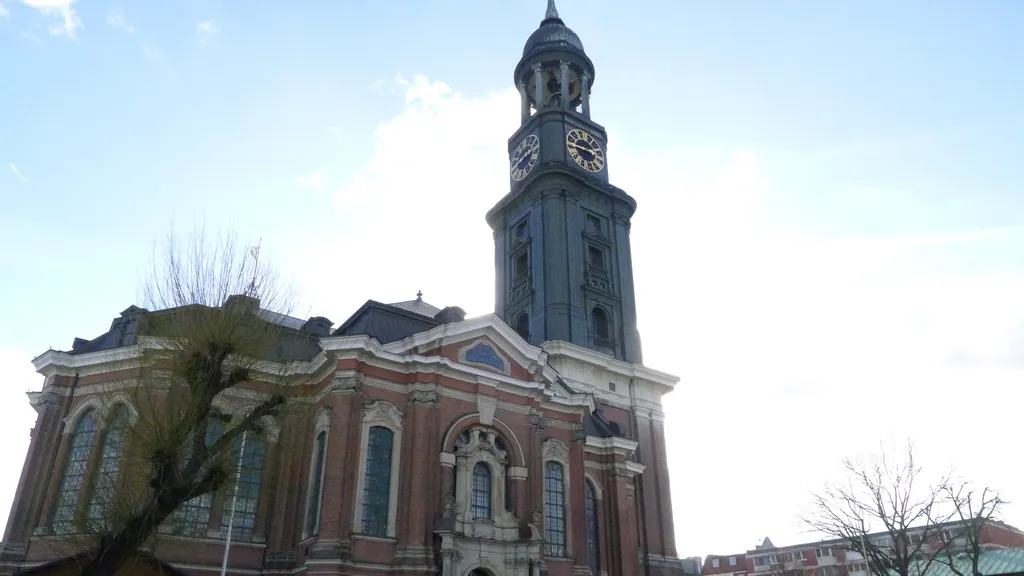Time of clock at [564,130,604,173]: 2:46
